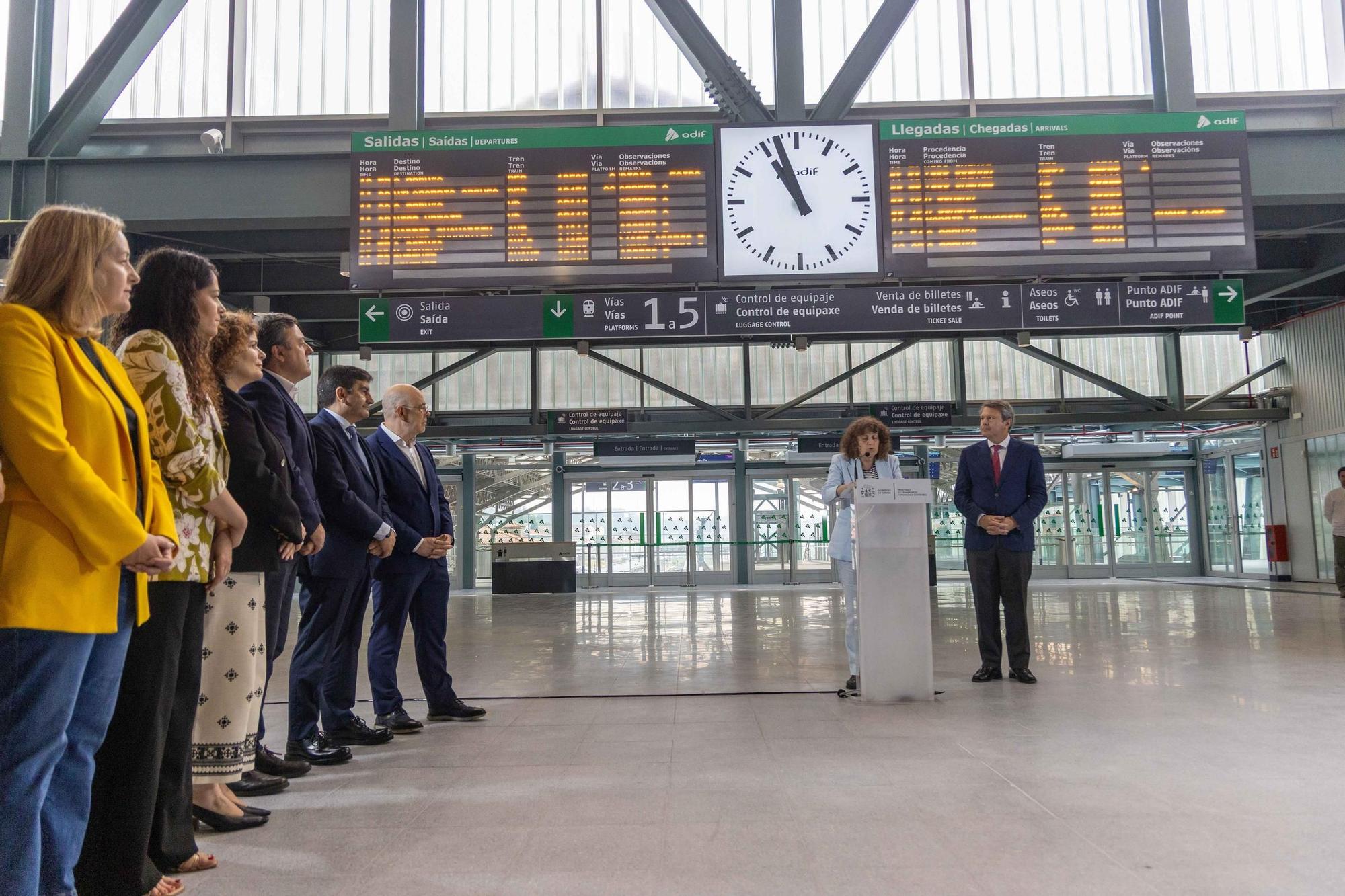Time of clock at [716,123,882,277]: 10:56
